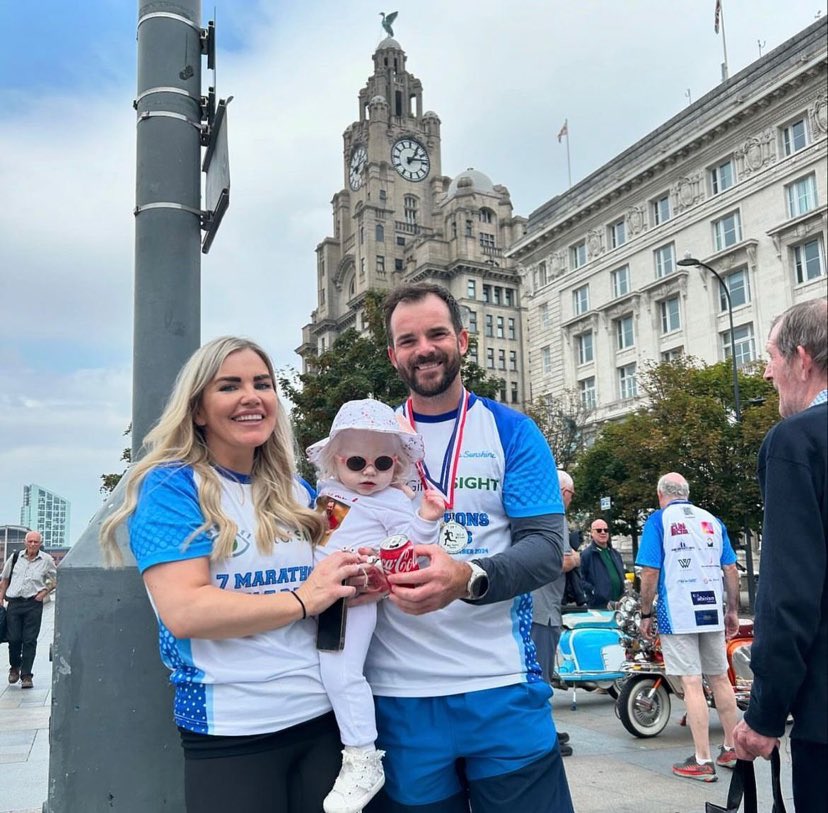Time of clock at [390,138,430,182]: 1:13
